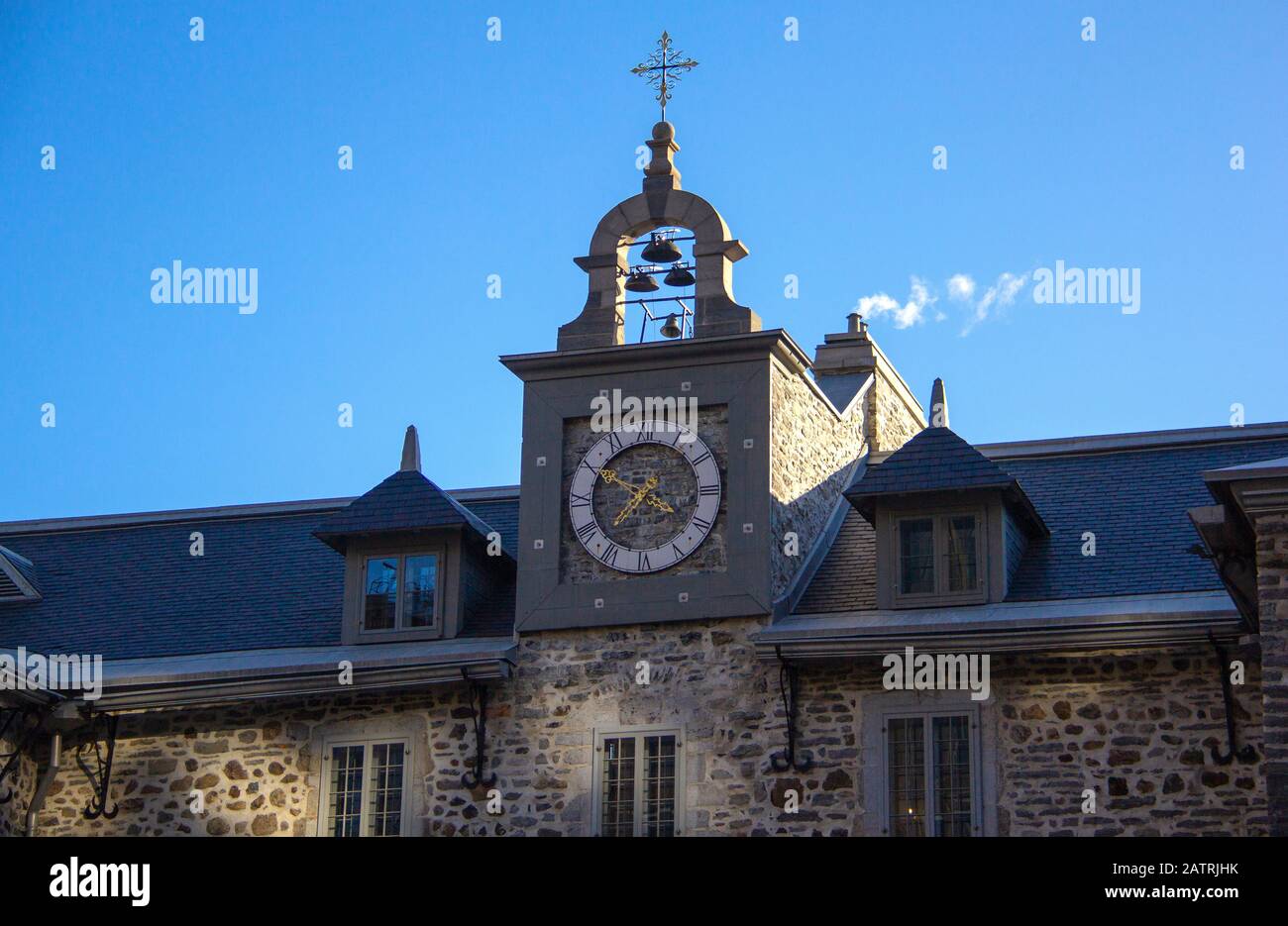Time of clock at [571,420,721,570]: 3:50
